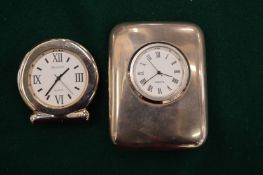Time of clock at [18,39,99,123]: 1:36
